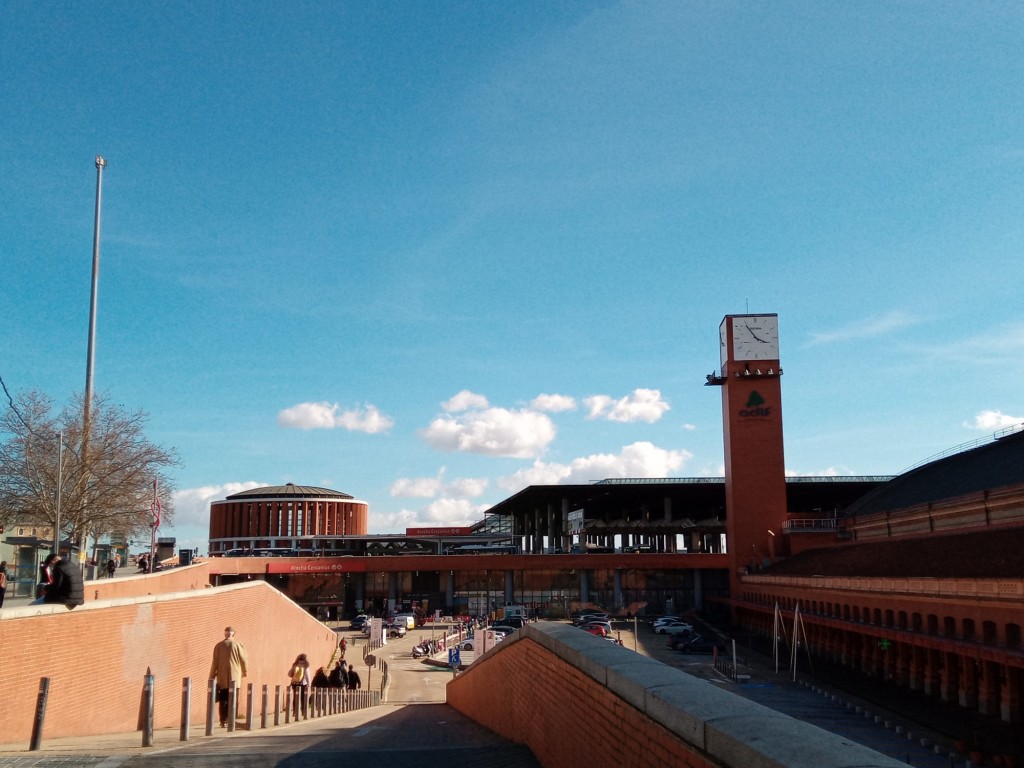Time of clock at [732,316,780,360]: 3:54
